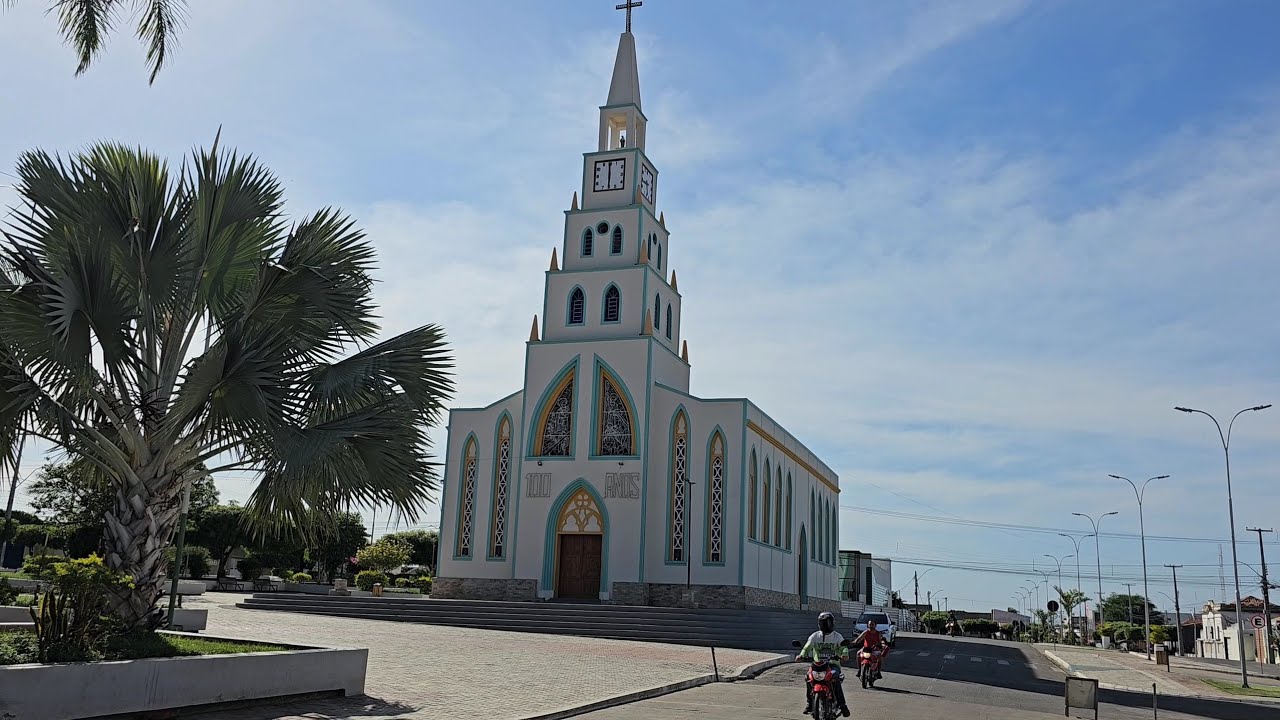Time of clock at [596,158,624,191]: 5:59
